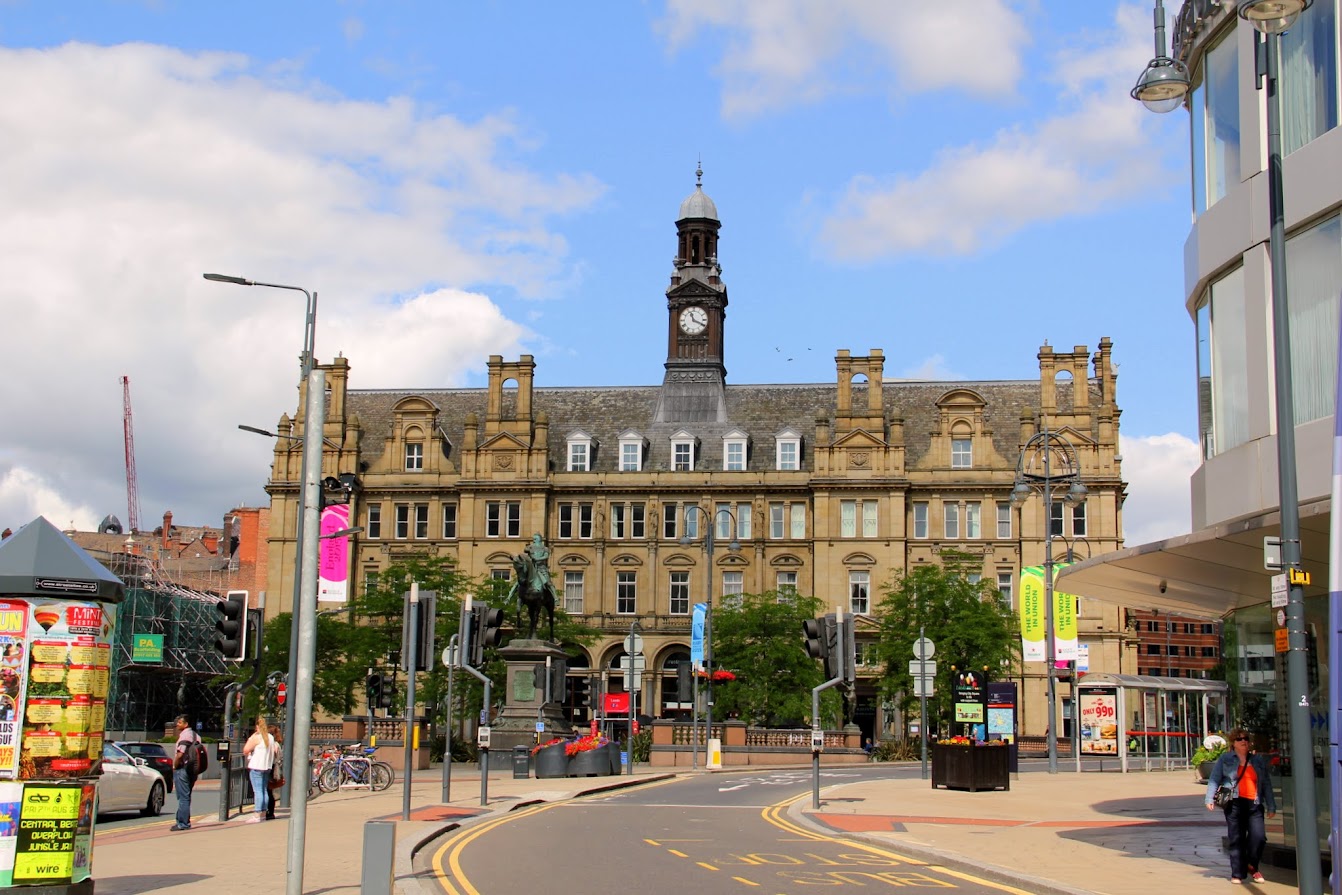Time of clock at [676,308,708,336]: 11:19
